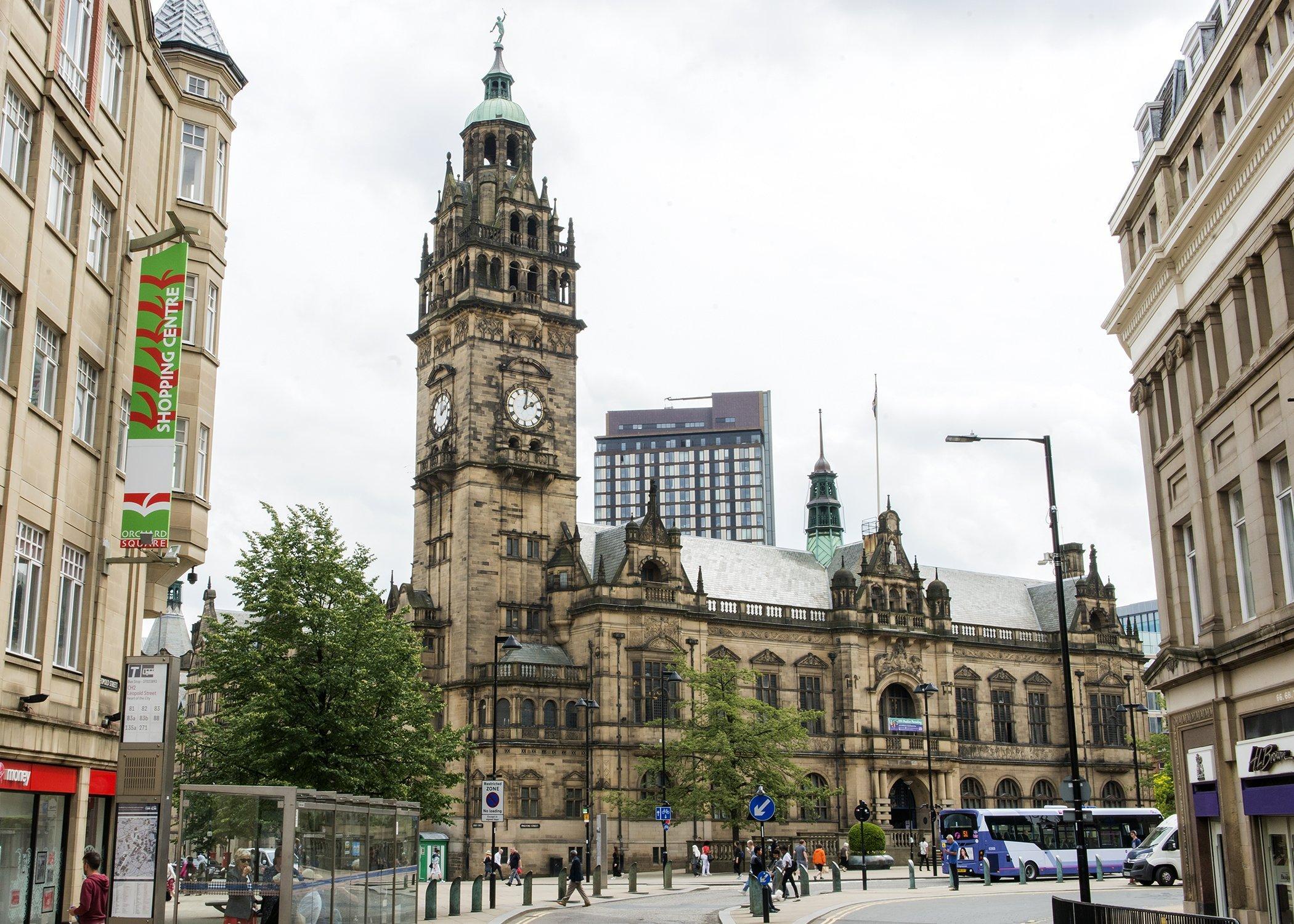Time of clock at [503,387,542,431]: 2:01
